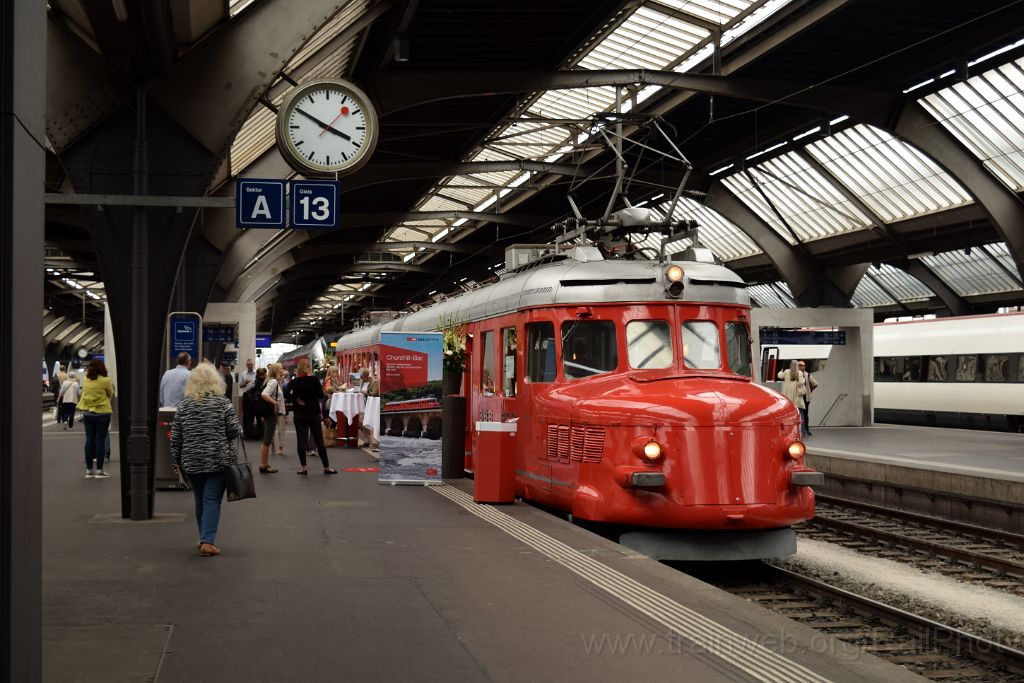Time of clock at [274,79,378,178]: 3:50
